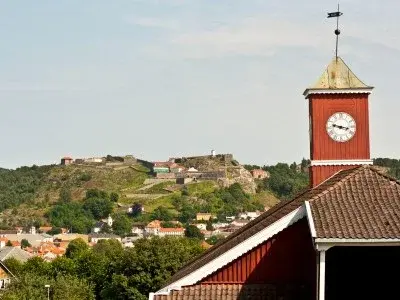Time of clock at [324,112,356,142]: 9:17
